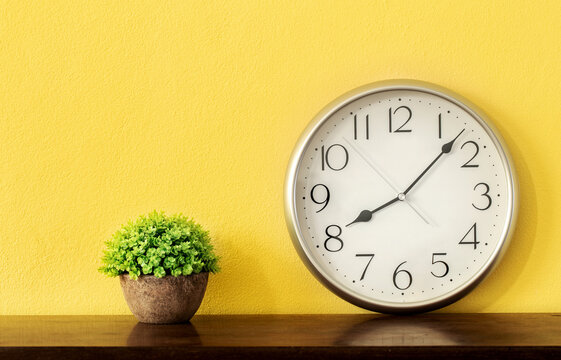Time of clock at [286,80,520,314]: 8:07
